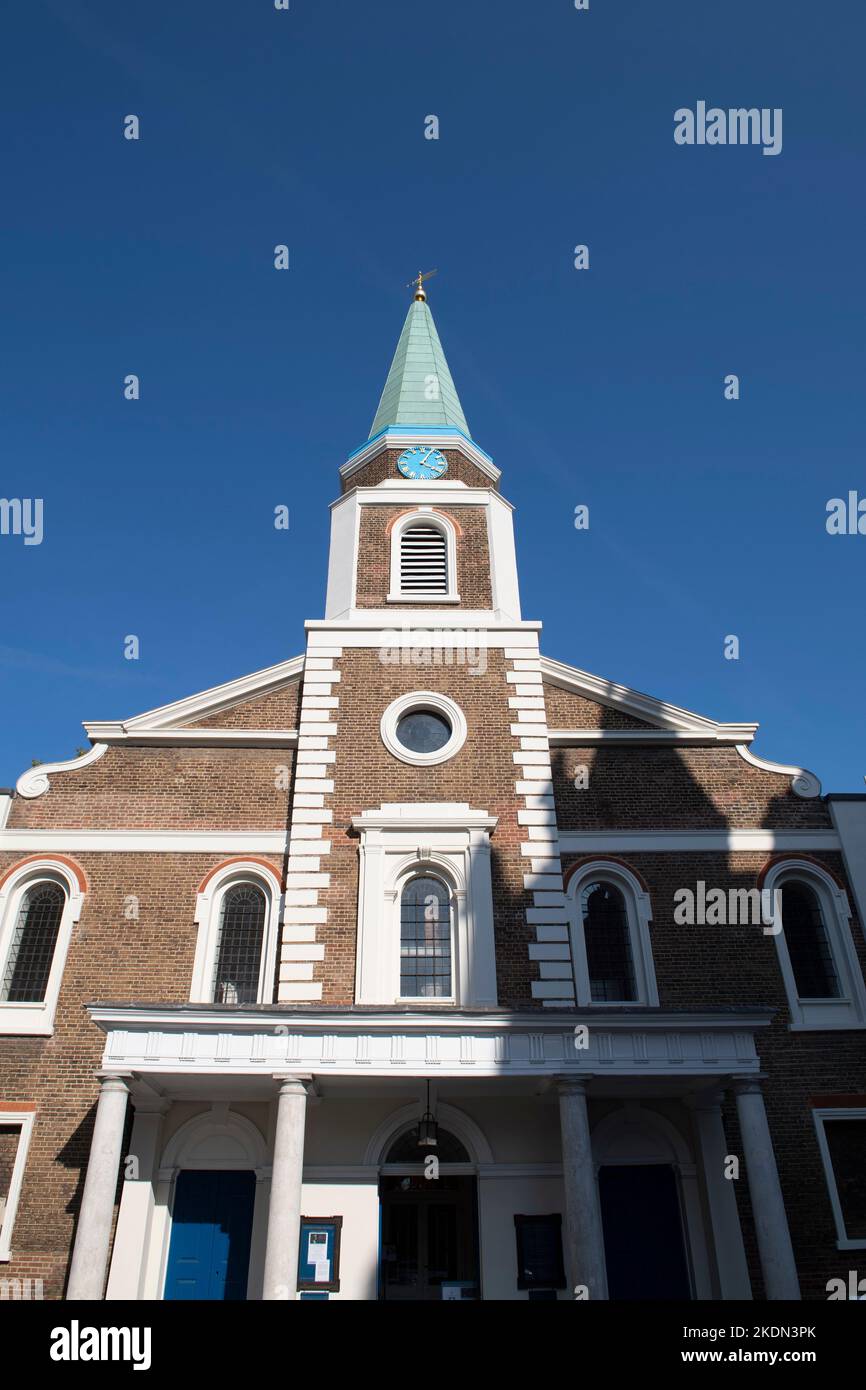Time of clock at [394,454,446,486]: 4:04
